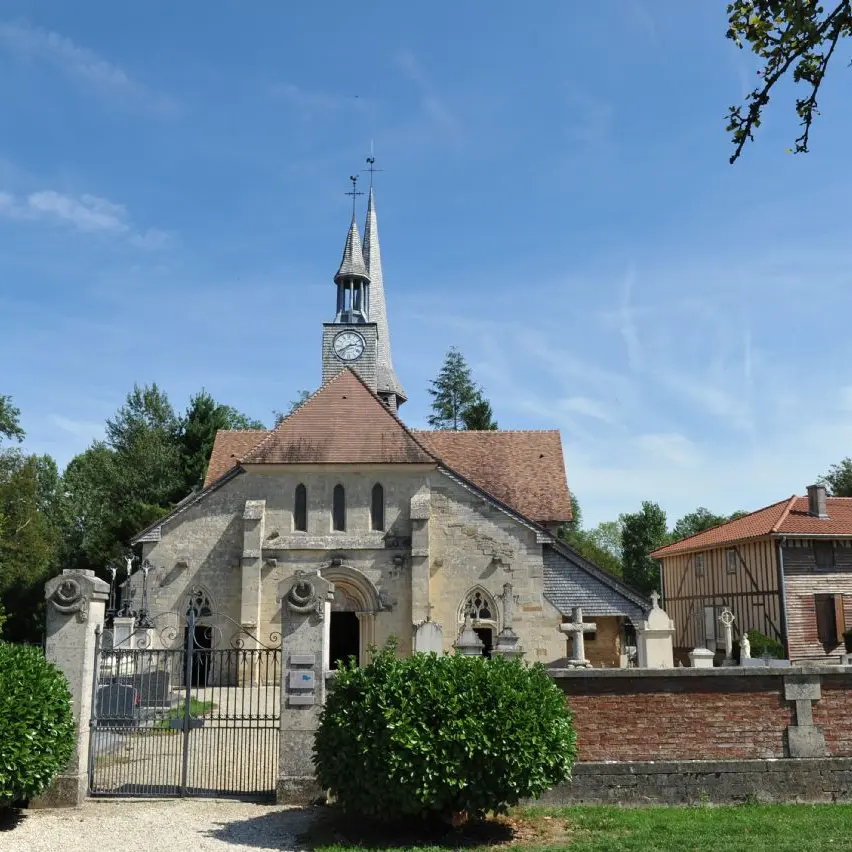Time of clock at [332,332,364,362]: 2:40
